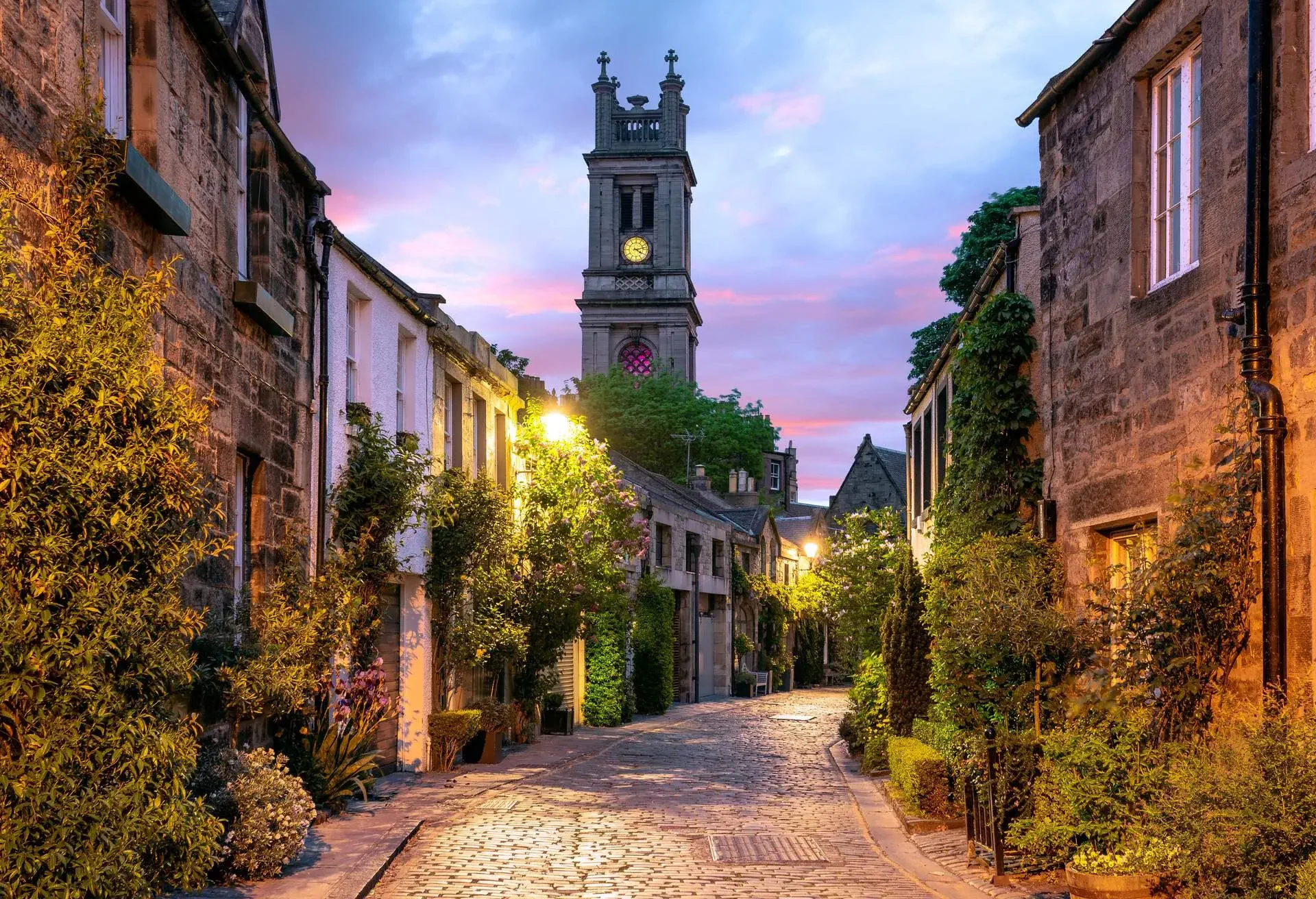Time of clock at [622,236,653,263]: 4:12
